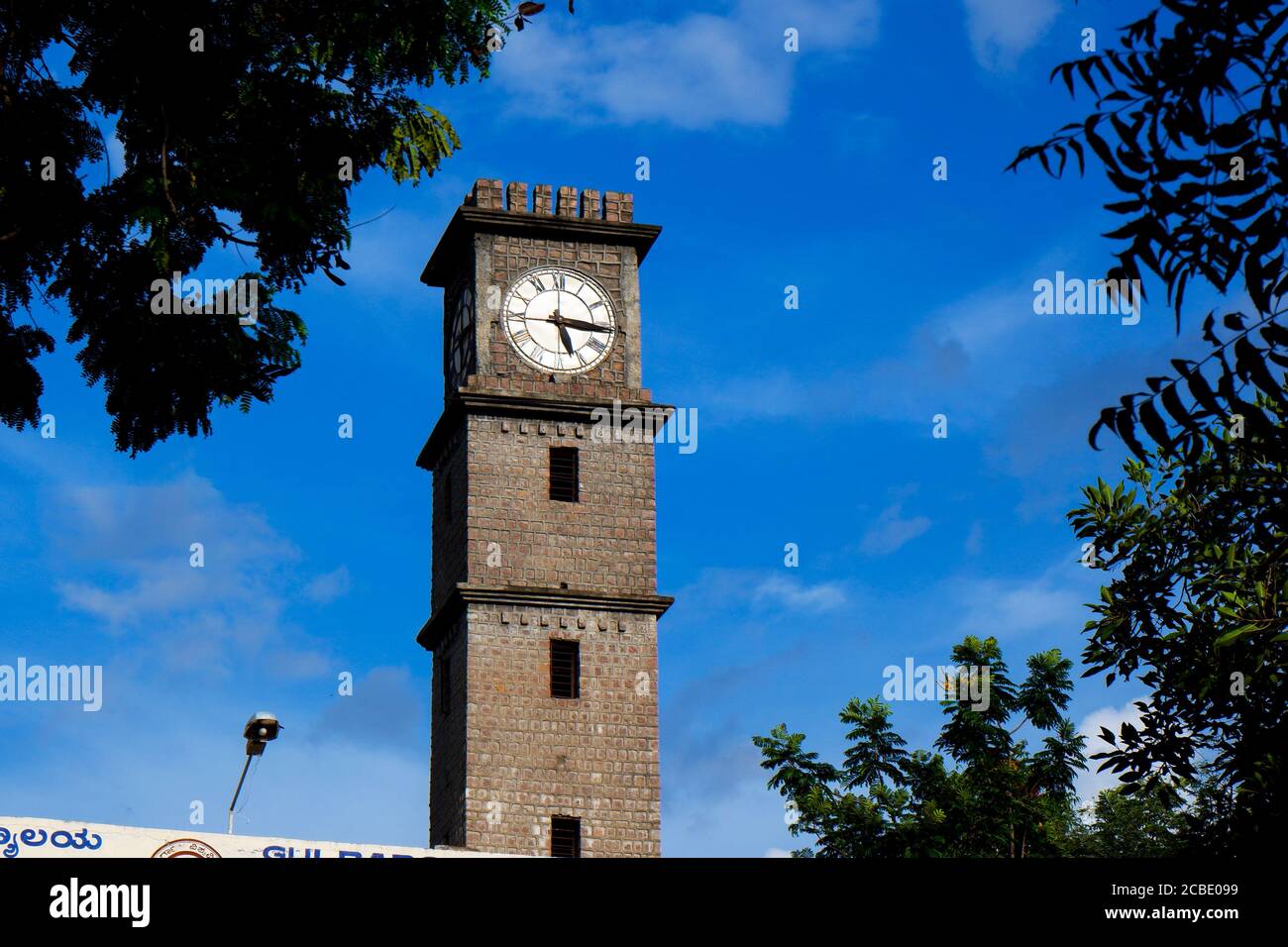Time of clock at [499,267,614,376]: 5:15
